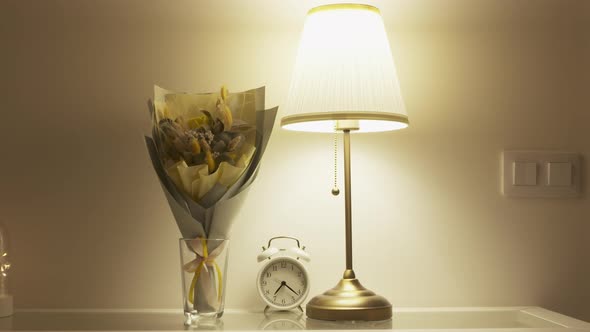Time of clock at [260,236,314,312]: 7:21
